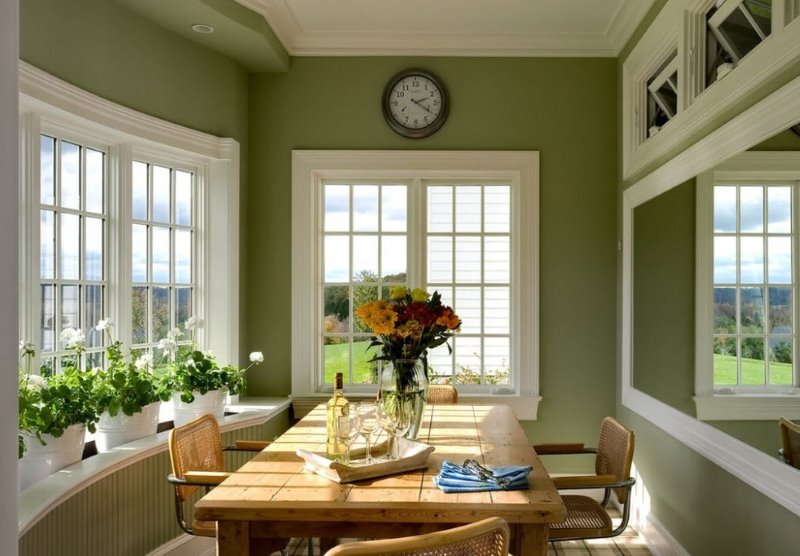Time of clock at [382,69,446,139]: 2:20
